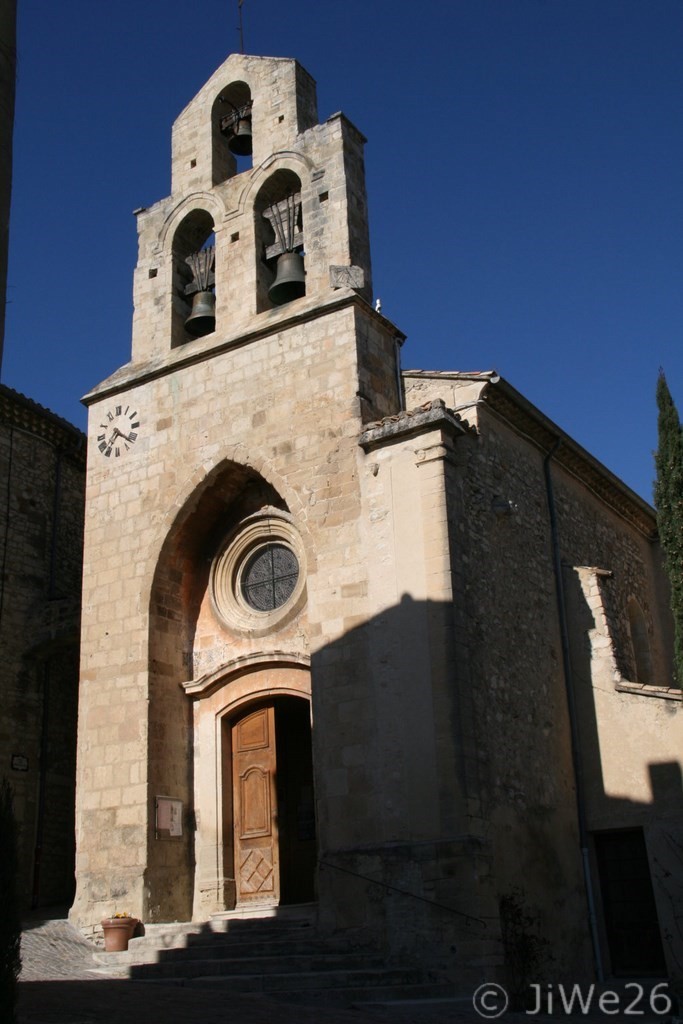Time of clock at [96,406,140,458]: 7:21
